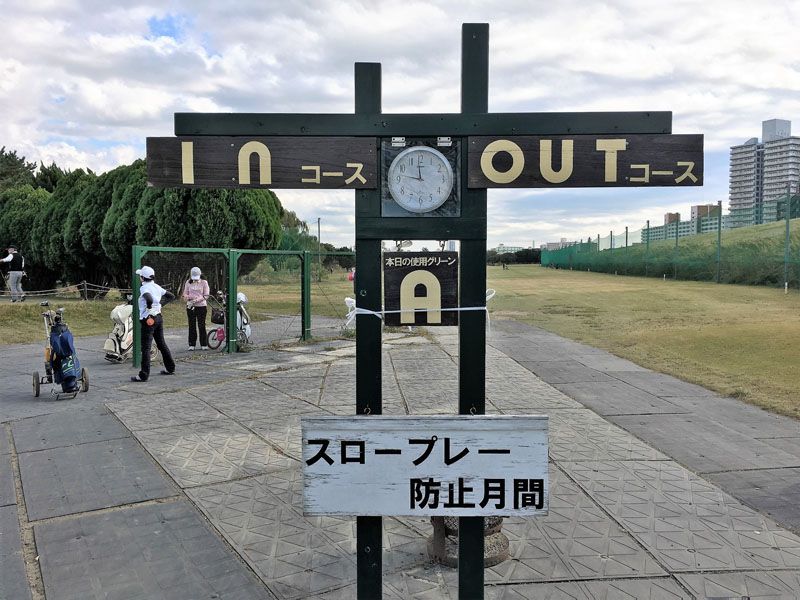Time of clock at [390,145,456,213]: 11:46
